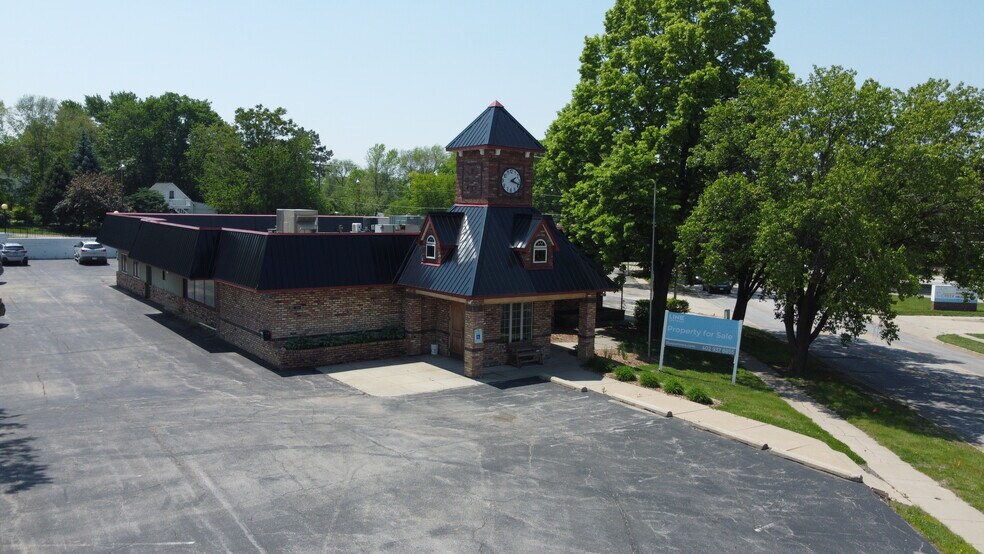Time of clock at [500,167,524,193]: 2:18
